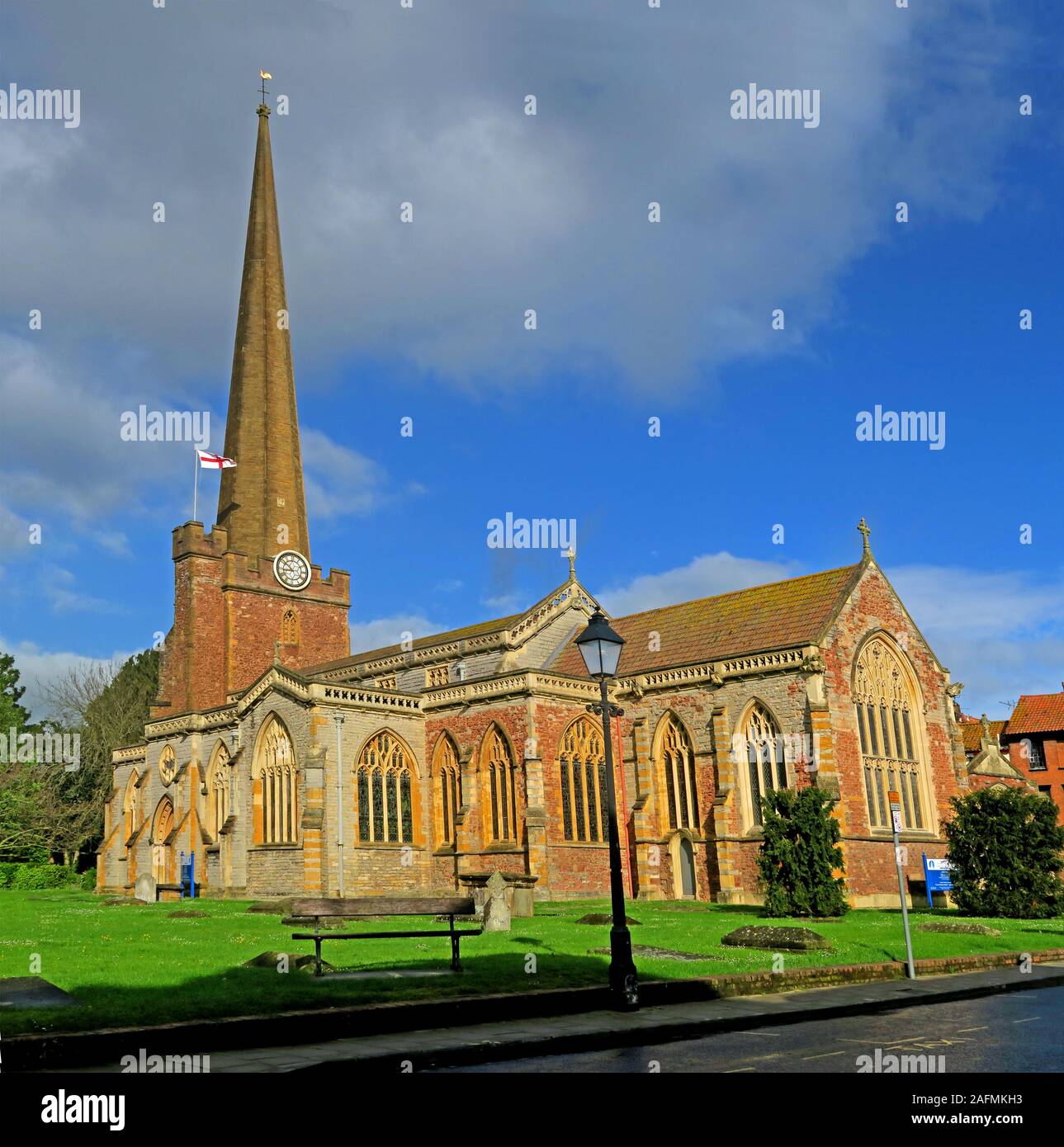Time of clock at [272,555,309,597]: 8:51
